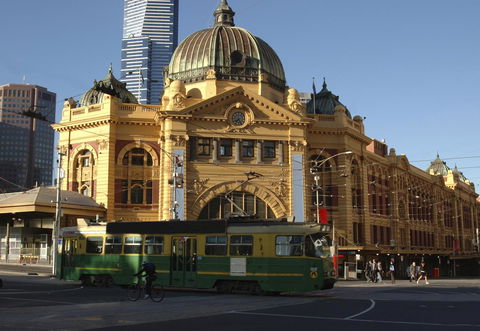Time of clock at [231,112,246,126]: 7:25
